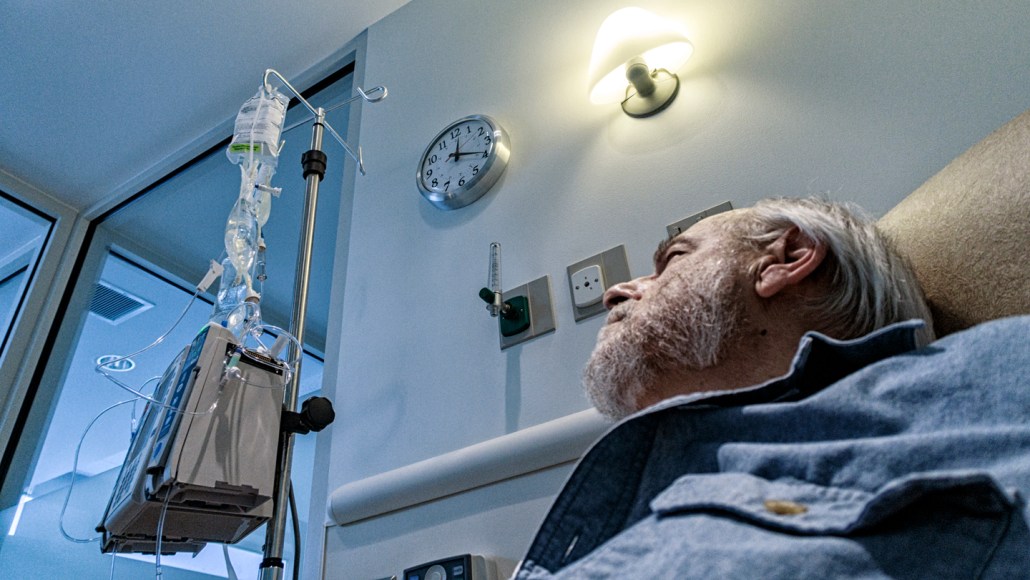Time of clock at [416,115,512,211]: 12:19
